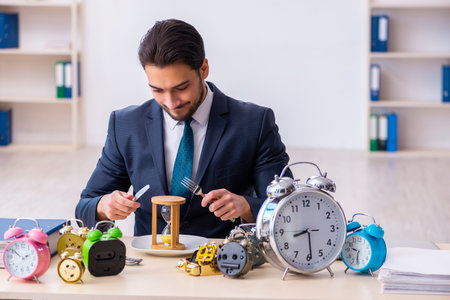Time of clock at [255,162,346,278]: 8:29
